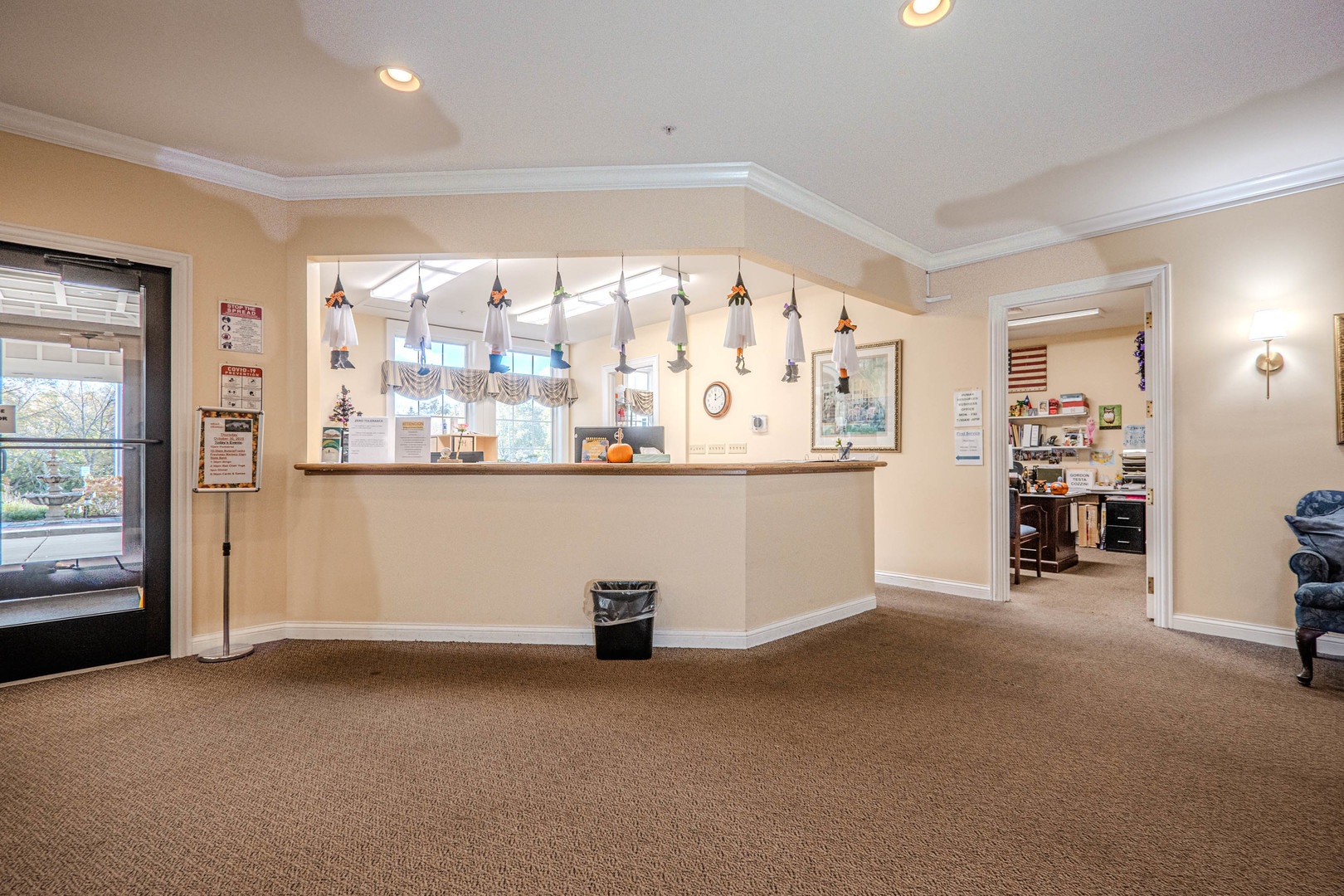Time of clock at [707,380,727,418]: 12:11
